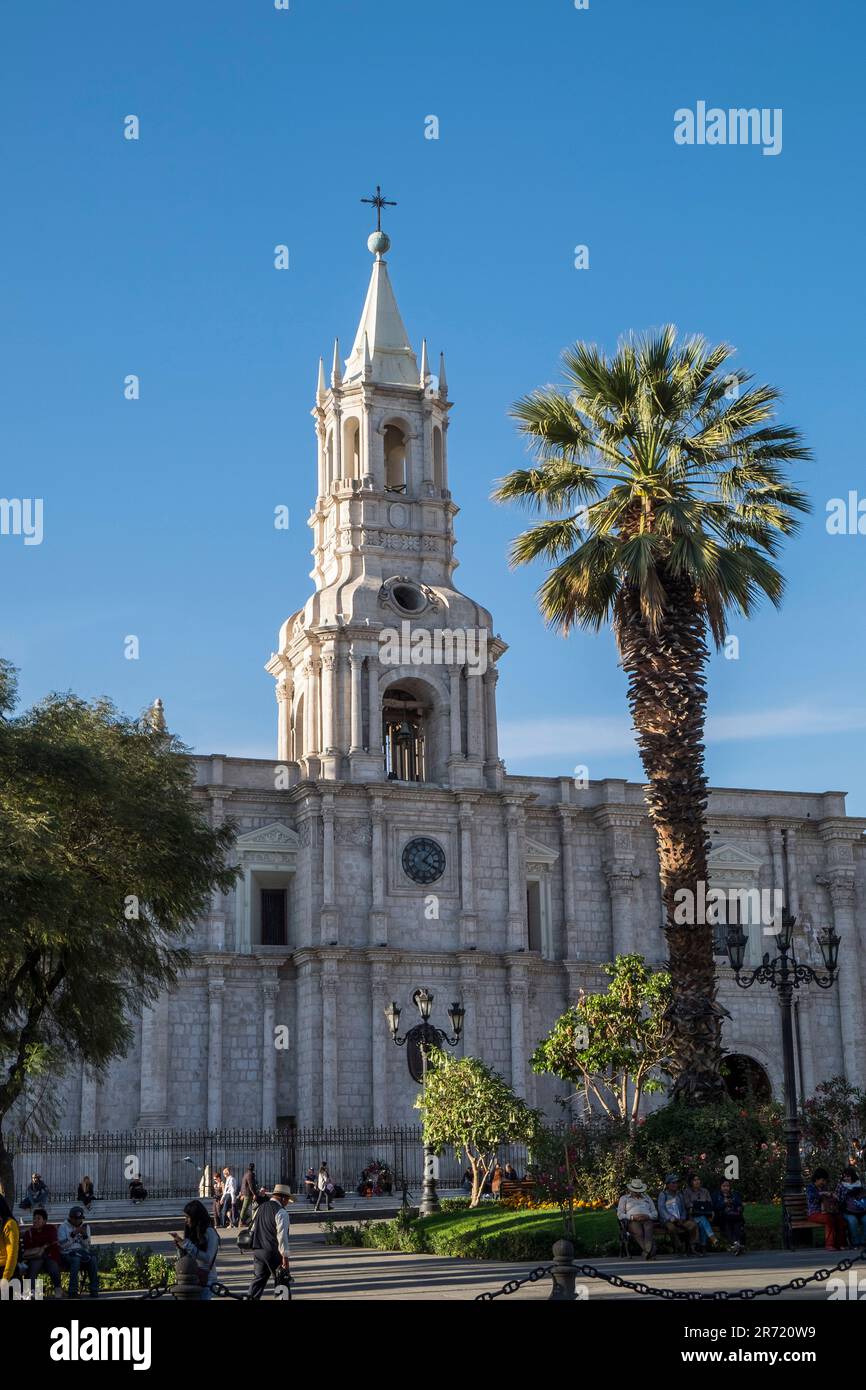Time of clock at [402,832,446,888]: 4:06
